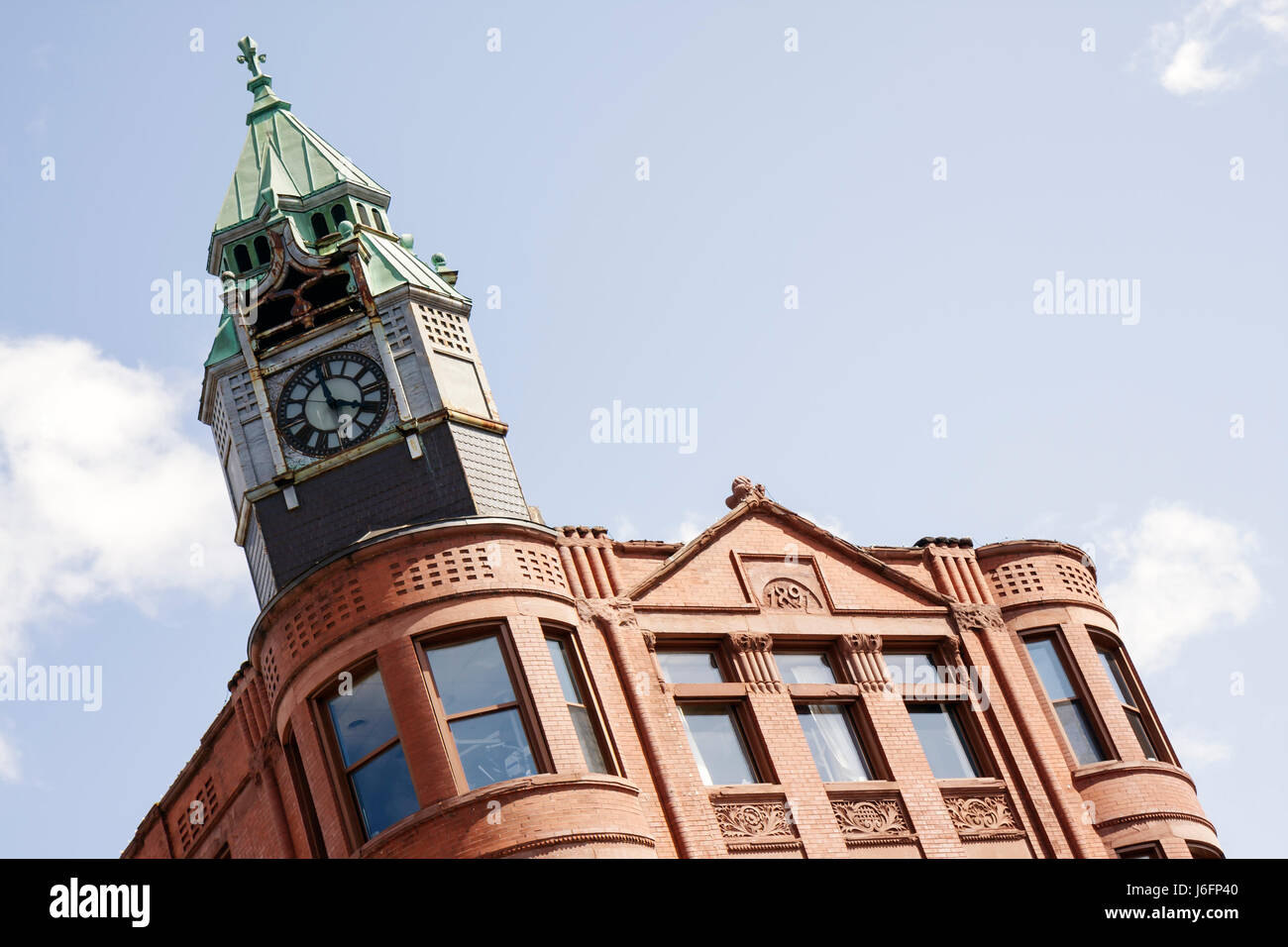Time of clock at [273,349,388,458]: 3:58
